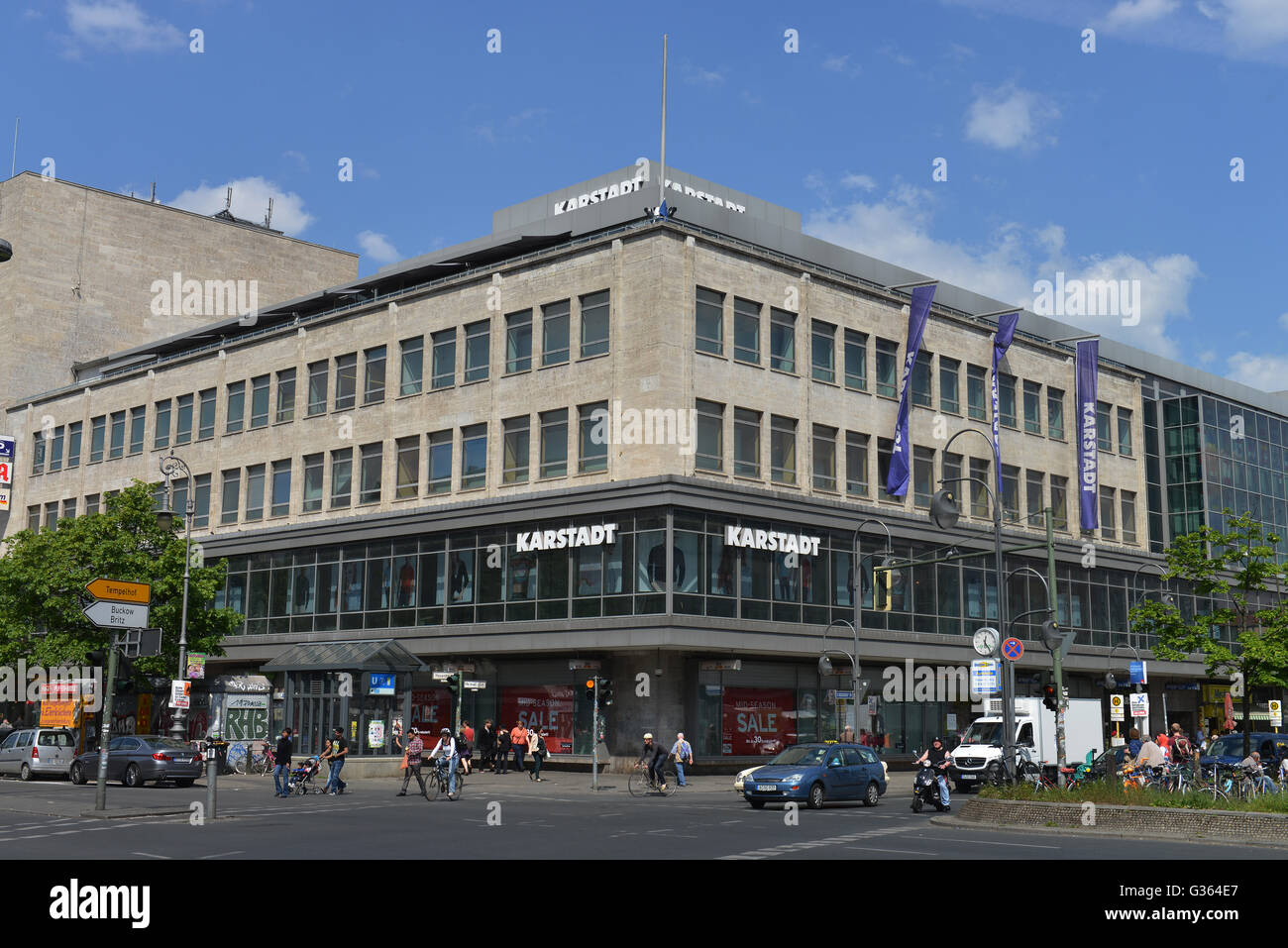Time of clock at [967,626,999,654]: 12:23
